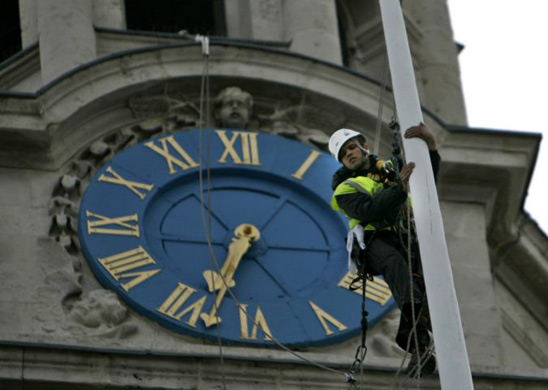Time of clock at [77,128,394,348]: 6:33
